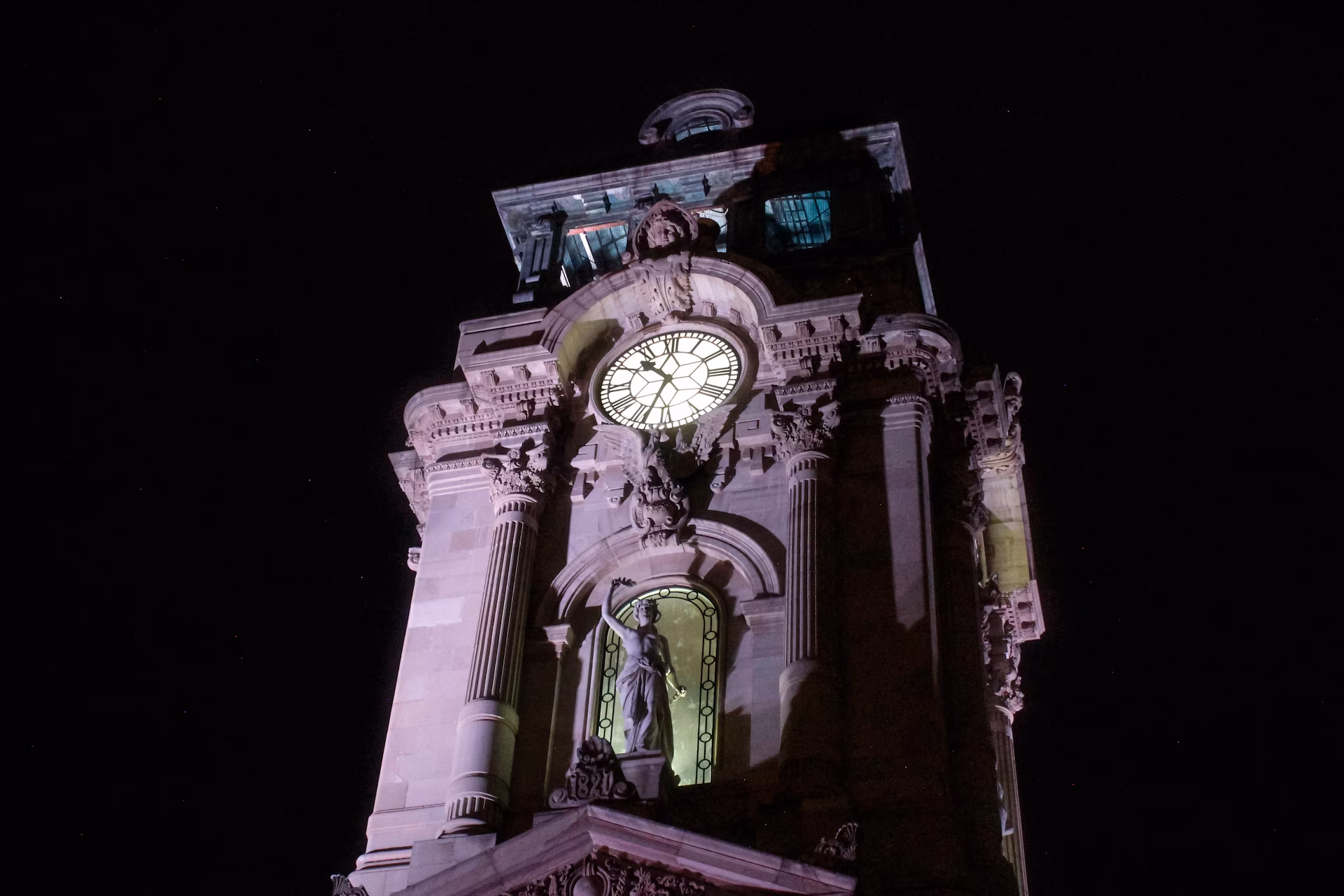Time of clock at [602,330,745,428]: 10:33
